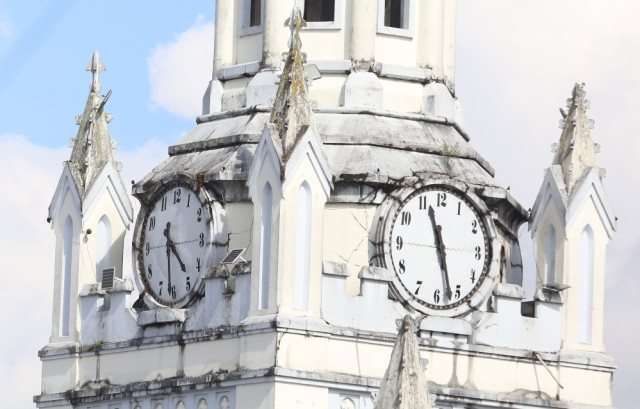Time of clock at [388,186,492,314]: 11:27
